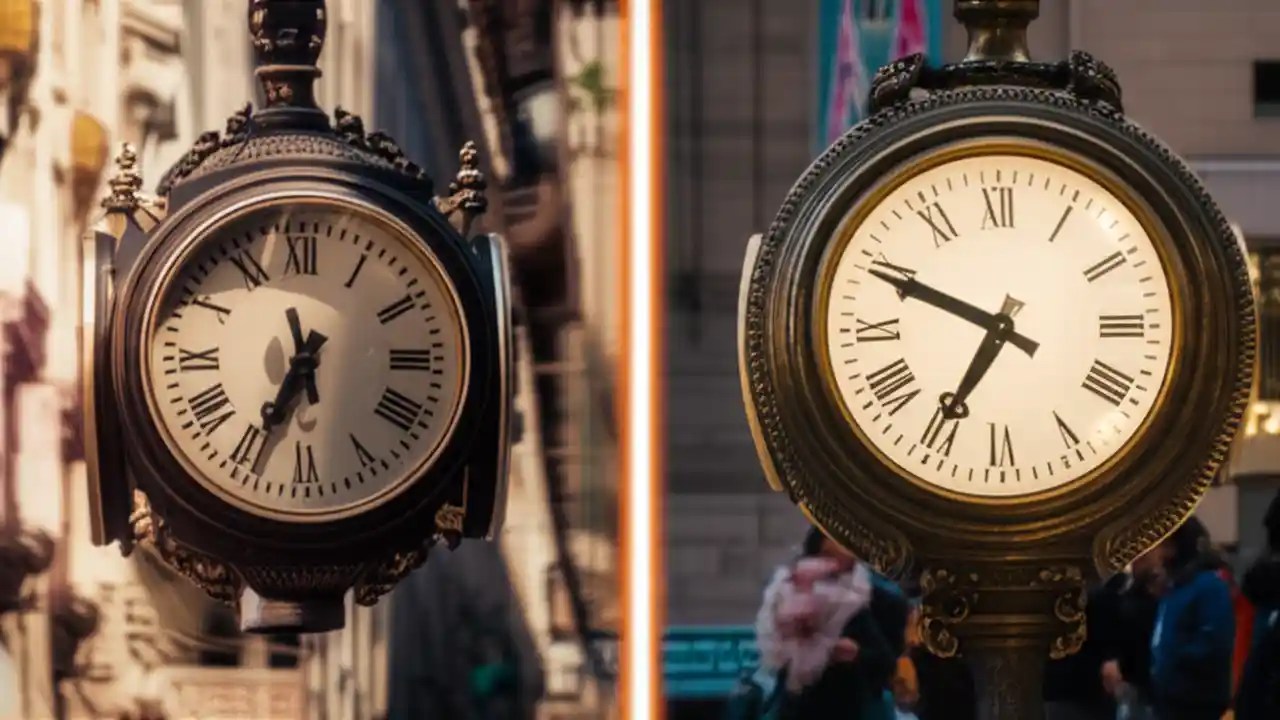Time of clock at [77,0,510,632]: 11:34
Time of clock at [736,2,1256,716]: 6:49
